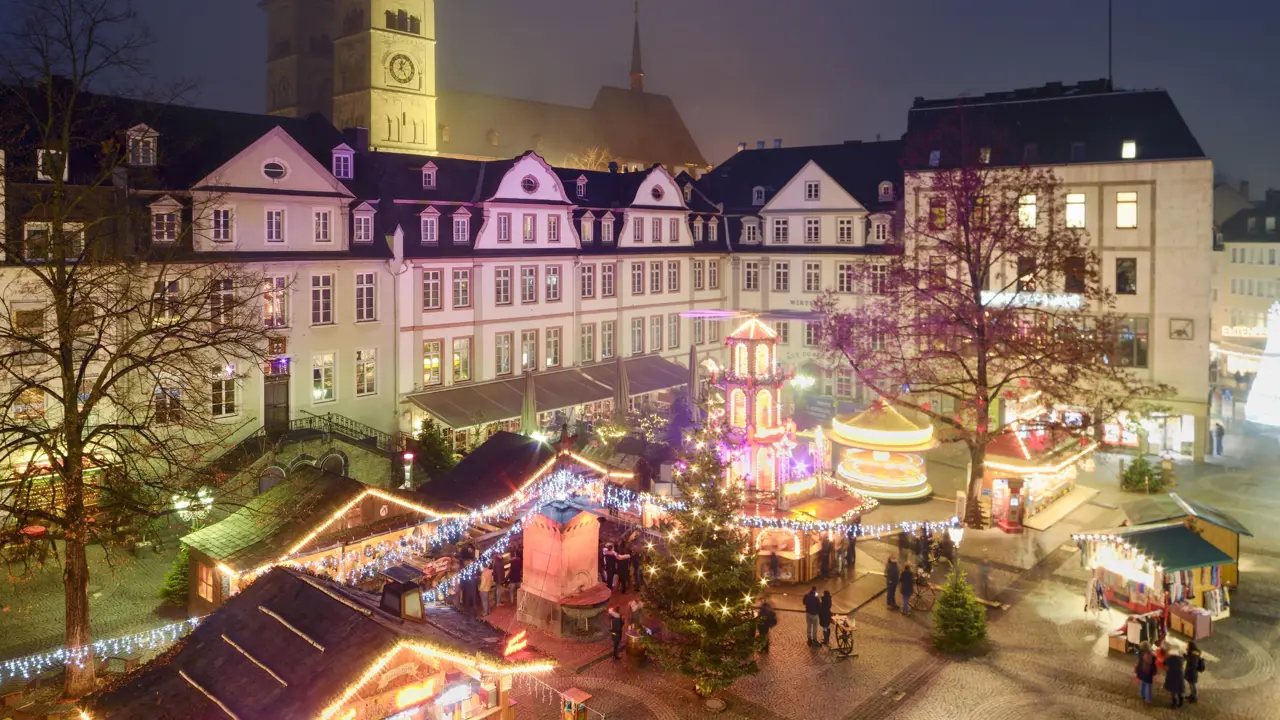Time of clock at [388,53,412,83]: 12:24
